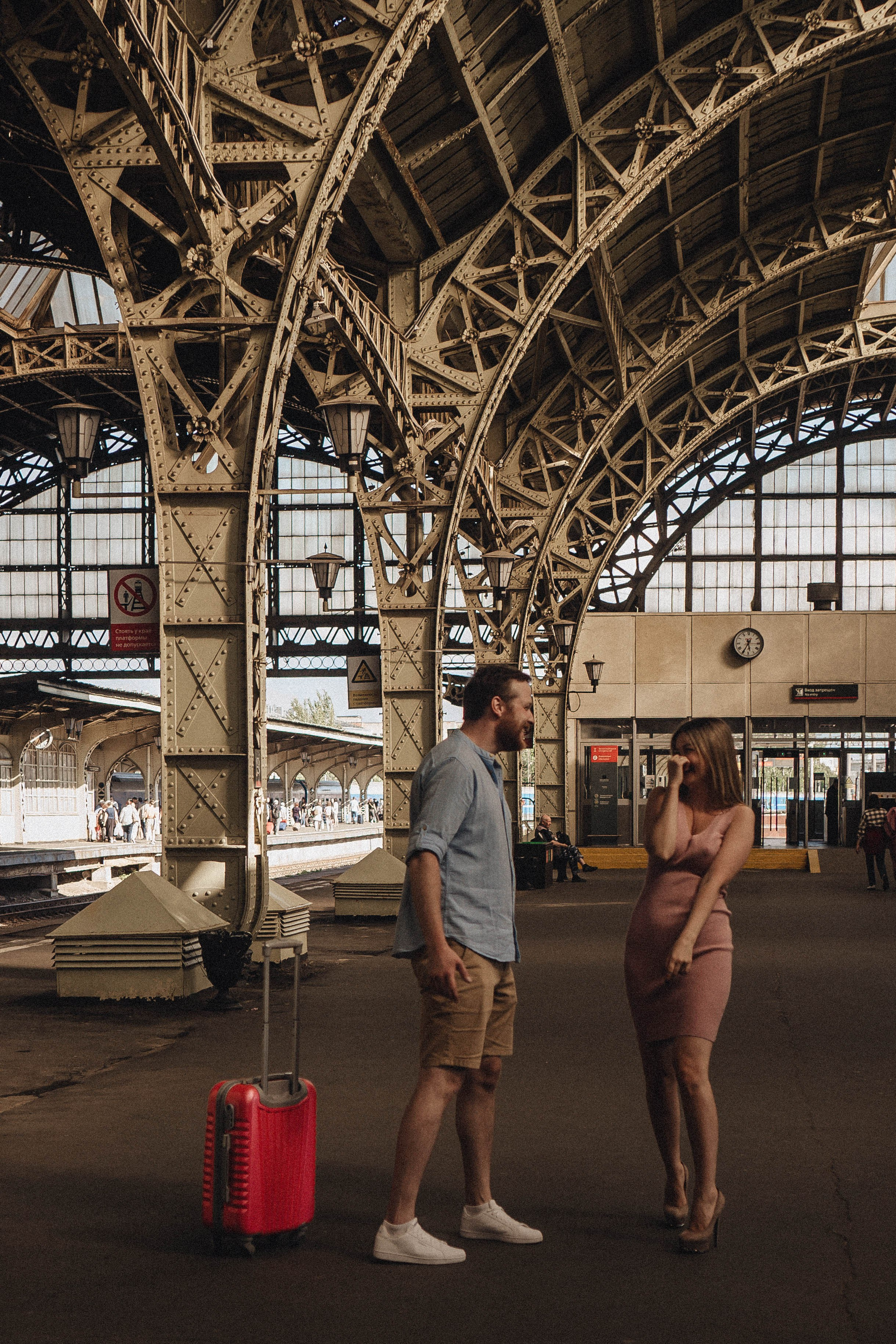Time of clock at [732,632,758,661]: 5:35
